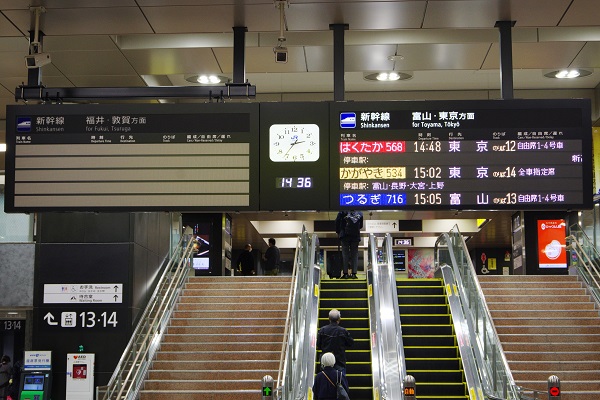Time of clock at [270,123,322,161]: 2:36
